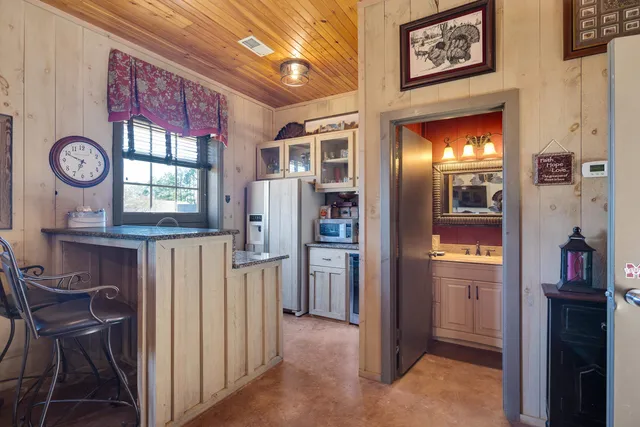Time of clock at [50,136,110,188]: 6:49
